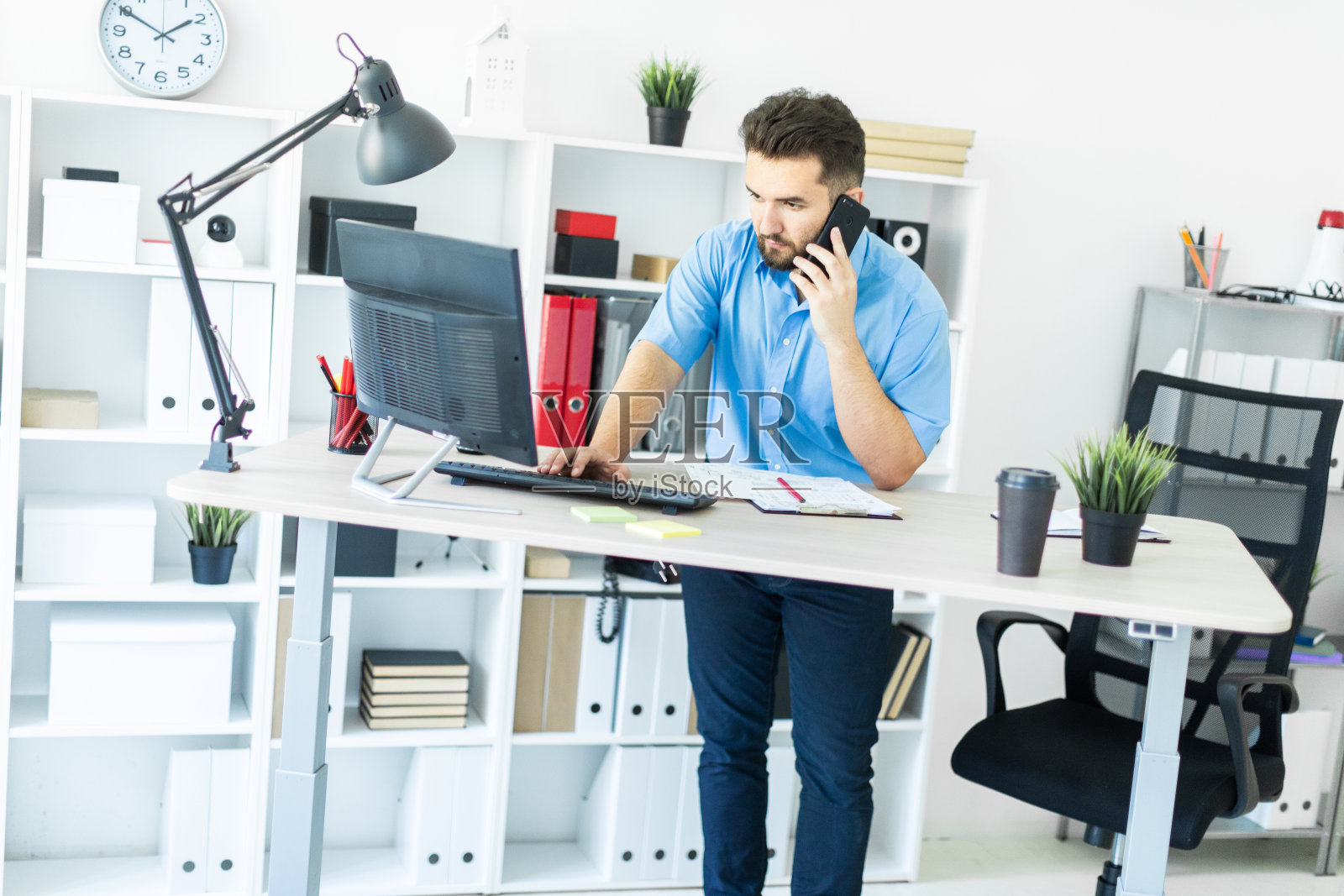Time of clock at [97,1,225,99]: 1:50
